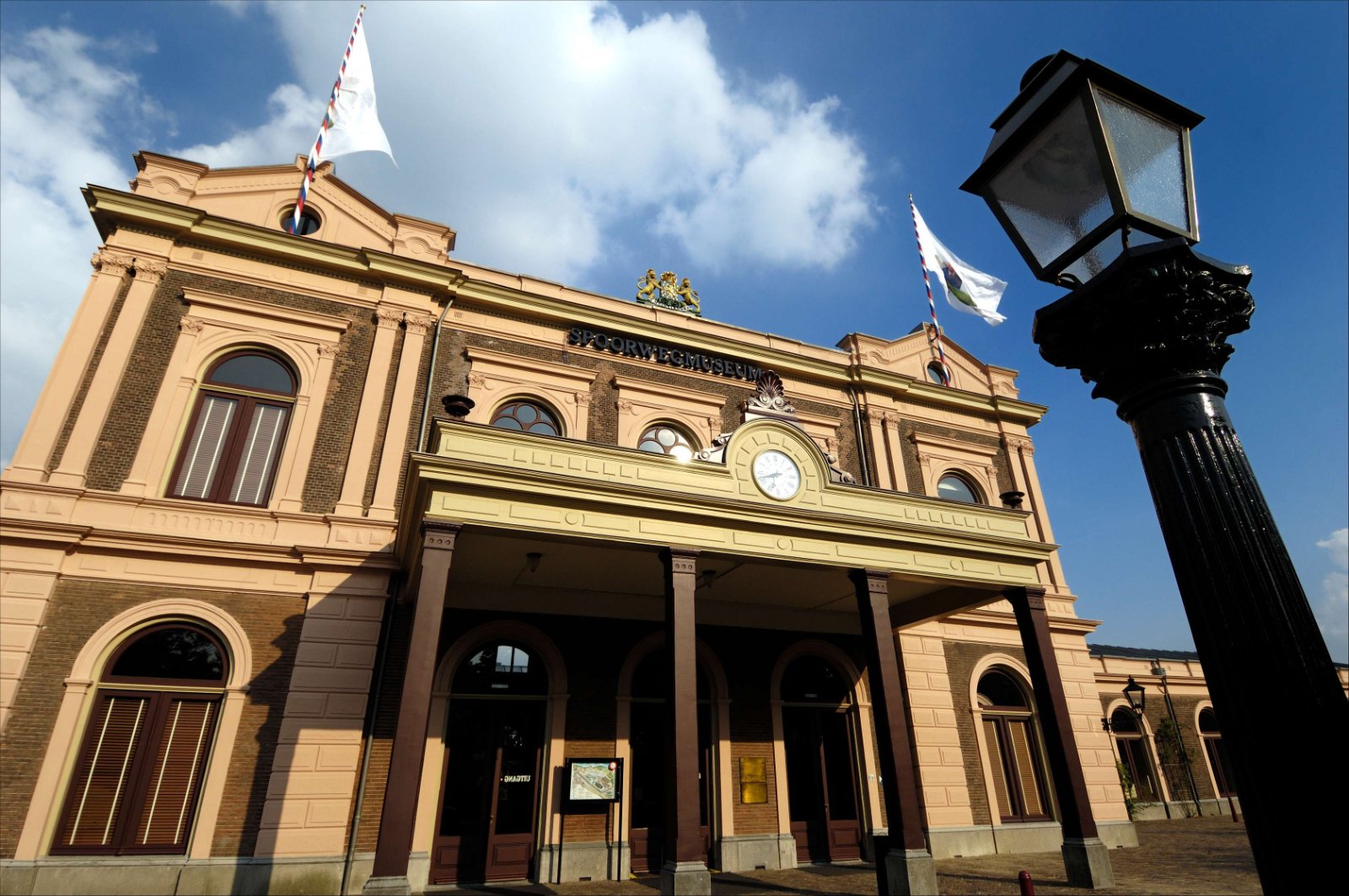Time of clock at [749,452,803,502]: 6:41
